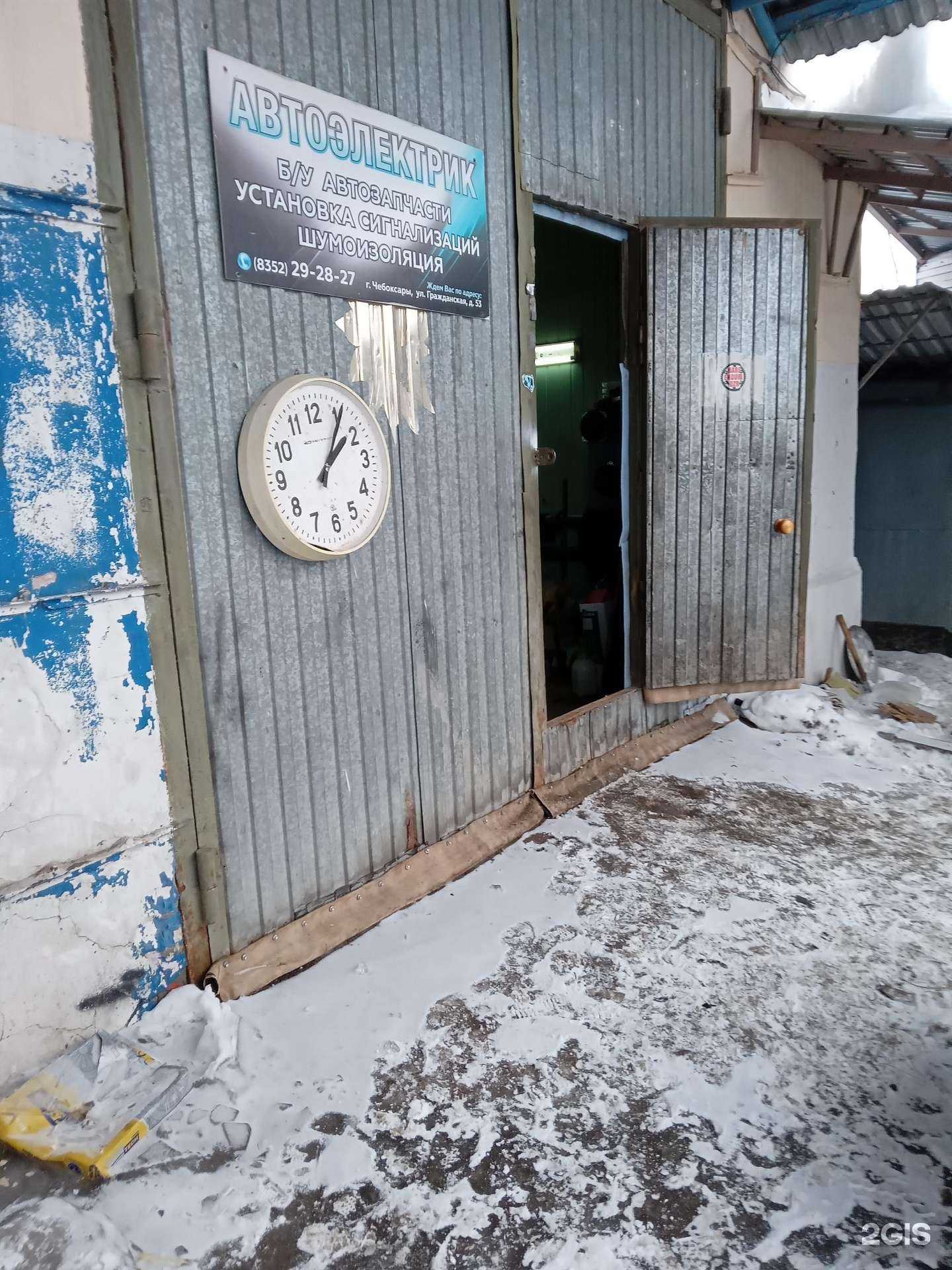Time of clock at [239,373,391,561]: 2:06
